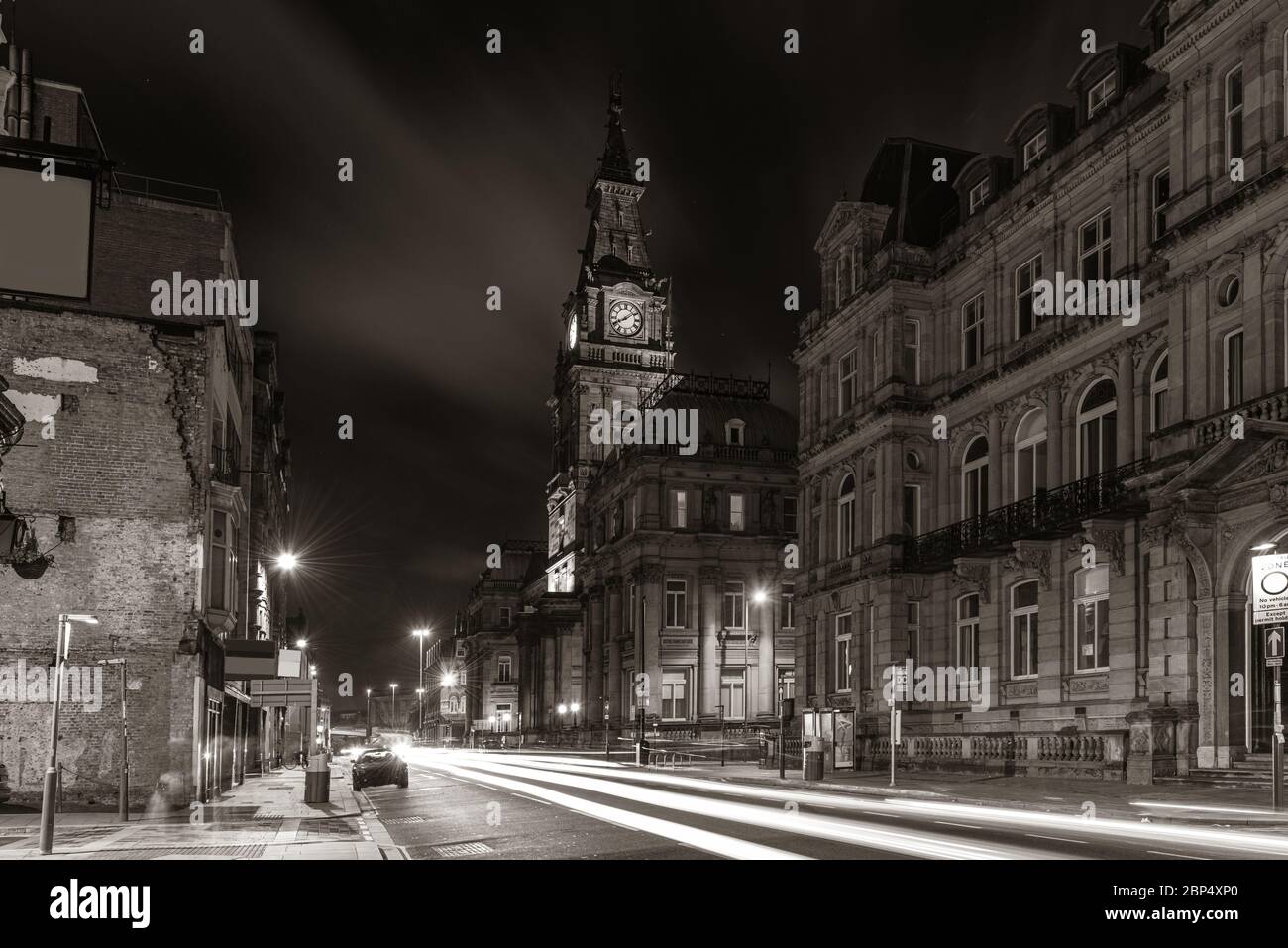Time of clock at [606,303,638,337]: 8:09
